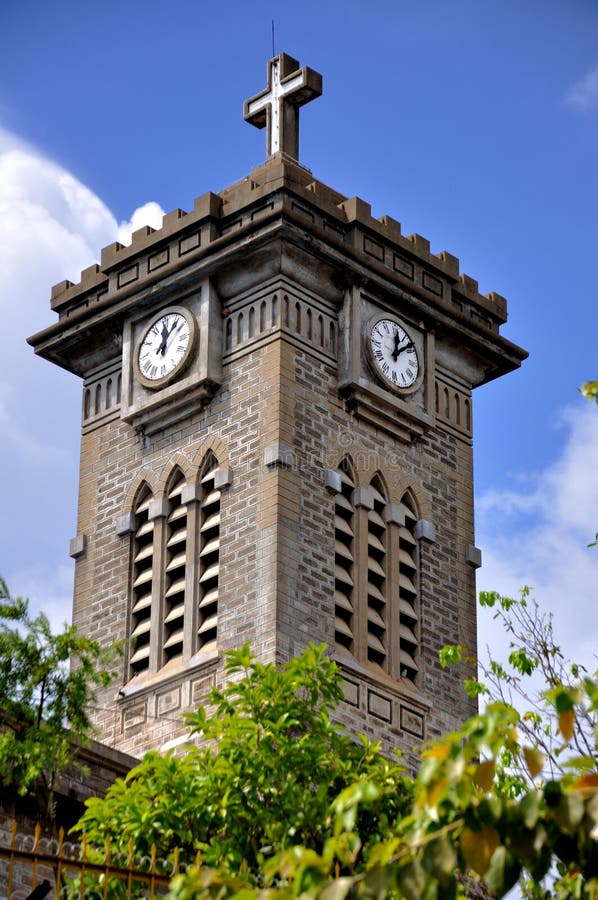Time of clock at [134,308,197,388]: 12:07
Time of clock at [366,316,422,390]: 12:07
